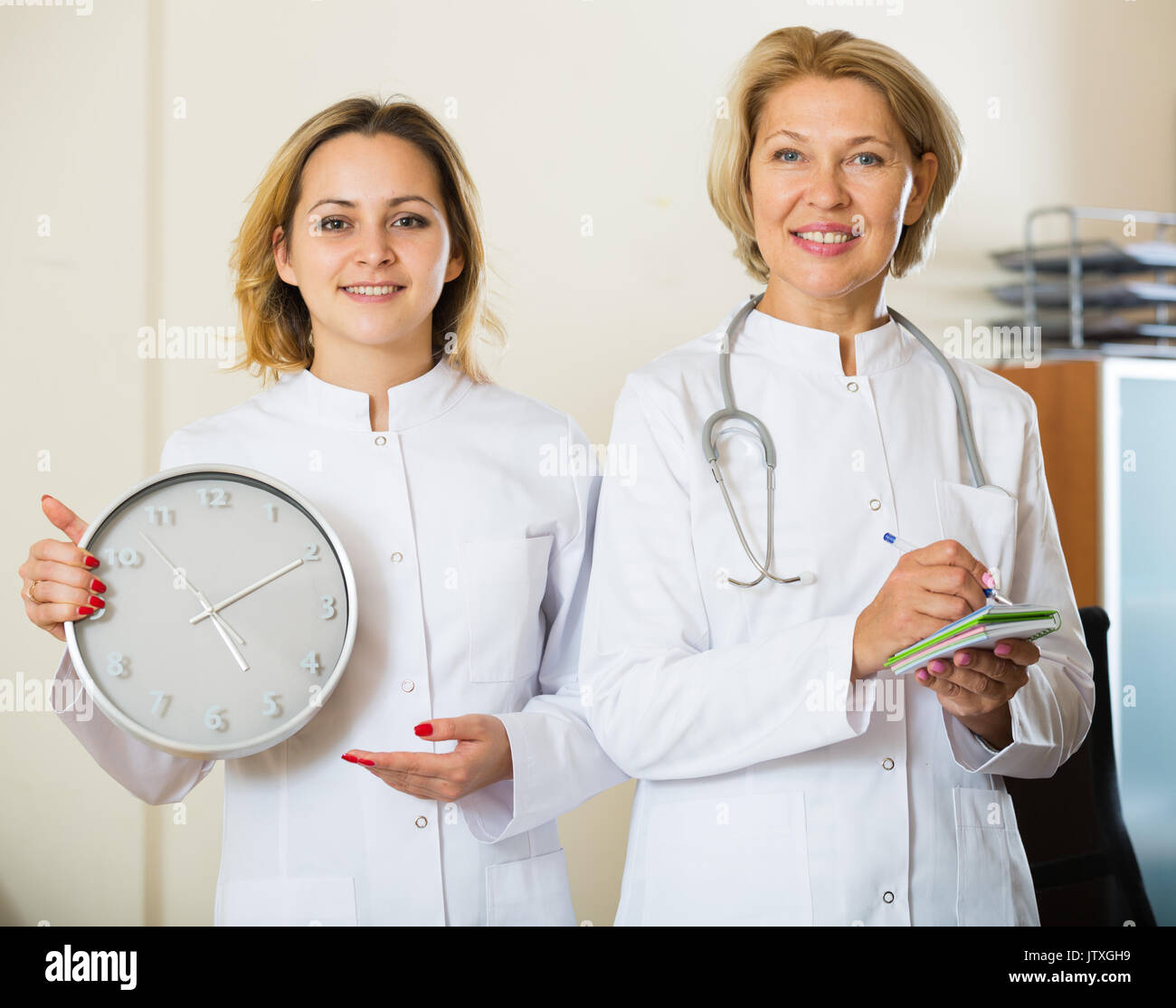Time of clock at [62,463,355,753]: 4:52
